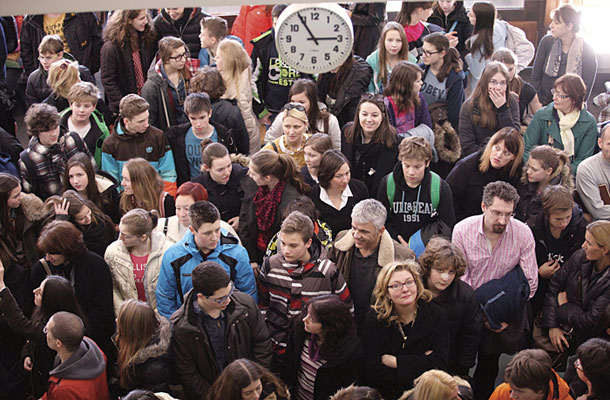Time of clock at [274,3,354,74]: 2:54
